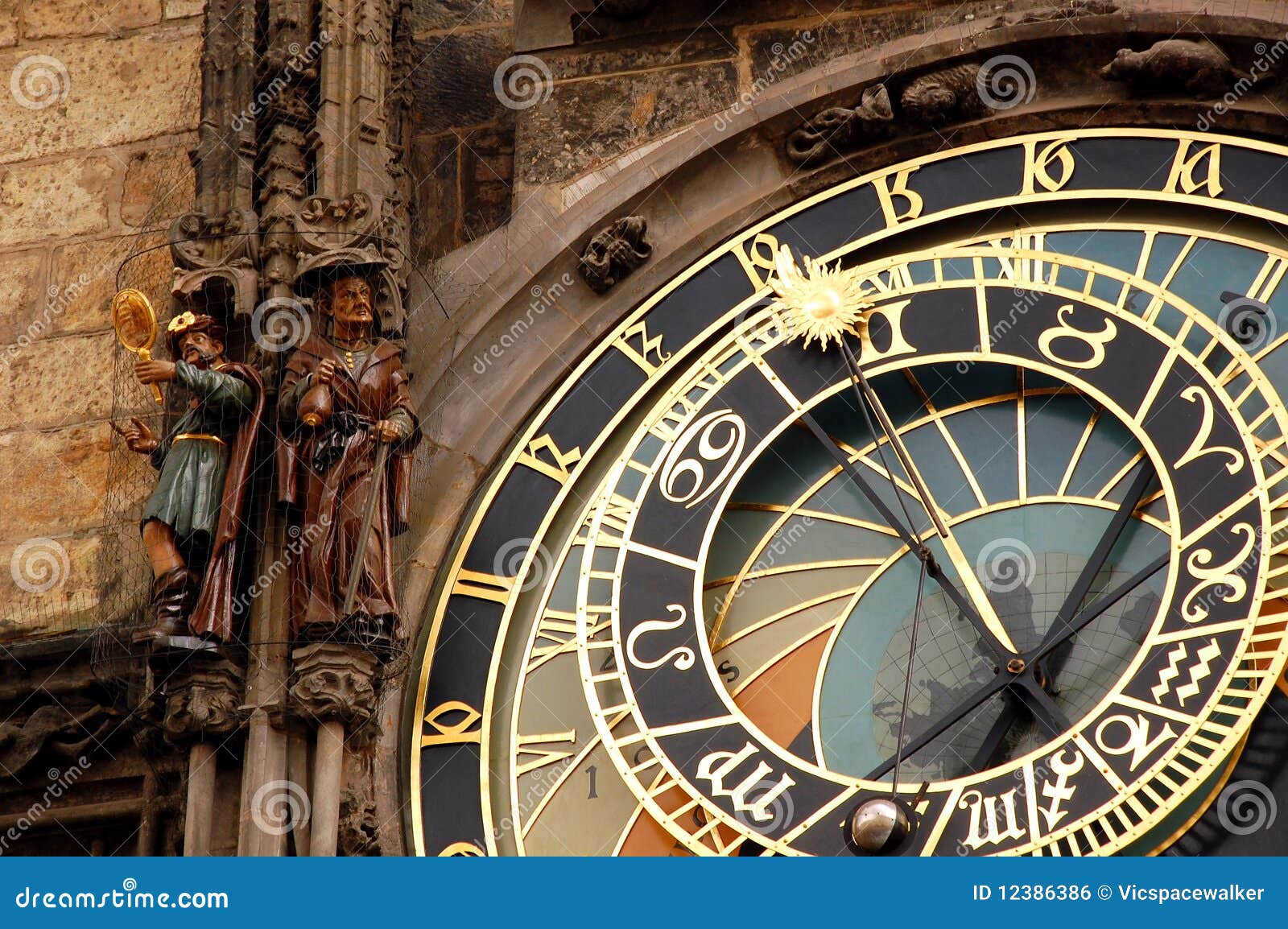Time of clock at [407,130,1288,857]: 12:52
